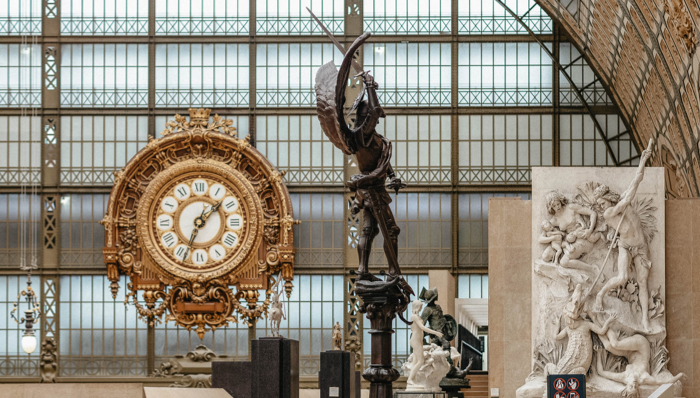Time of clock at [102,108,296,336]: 1:33
